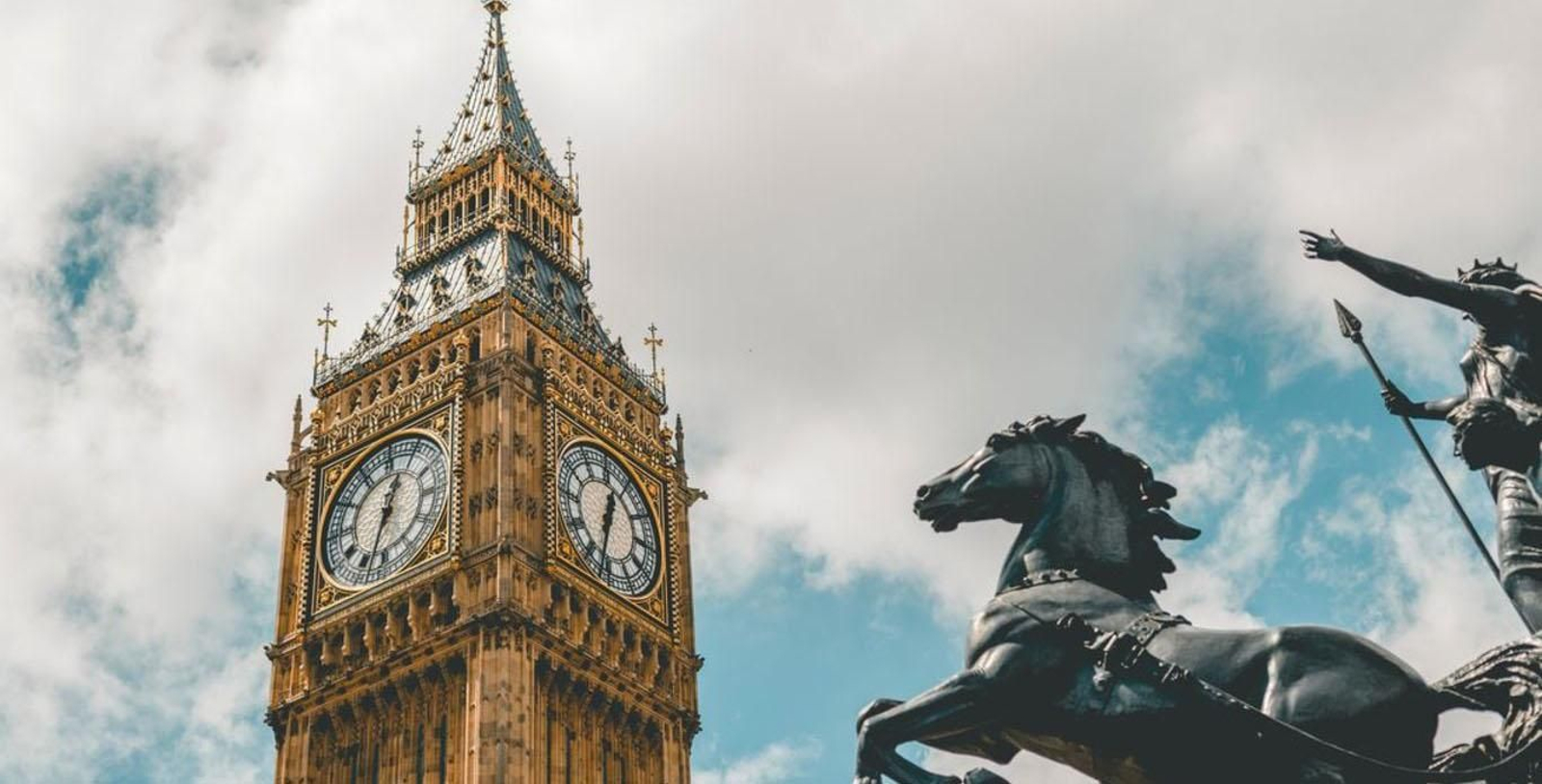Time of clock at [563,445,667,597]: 12:32
